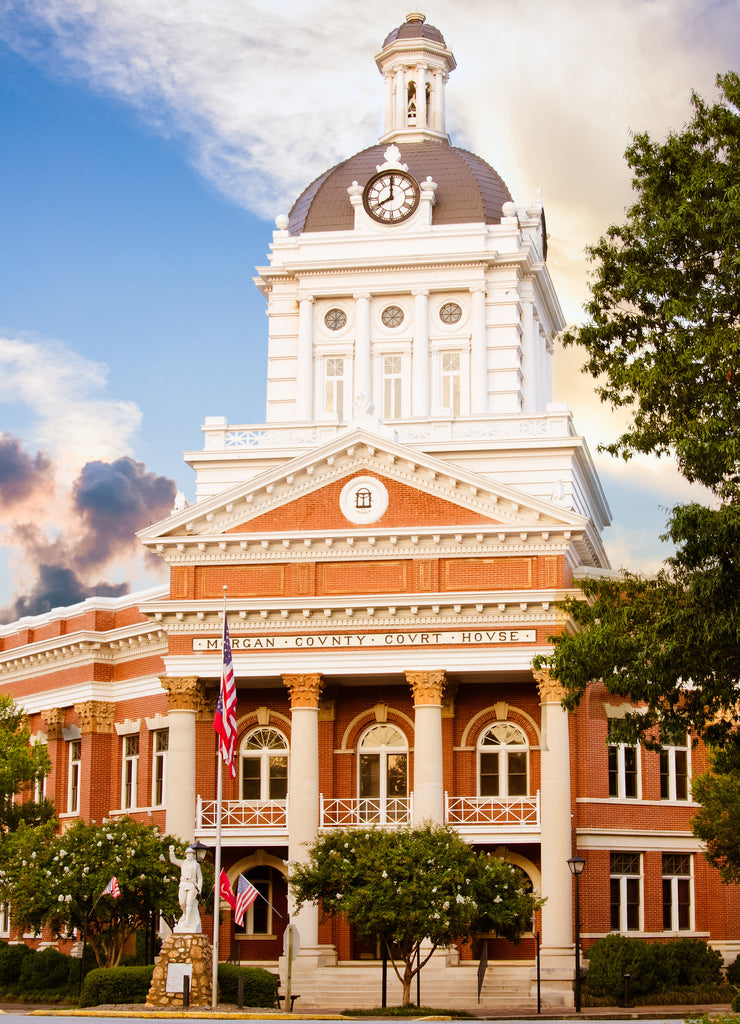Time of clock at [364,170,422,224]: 7:59
